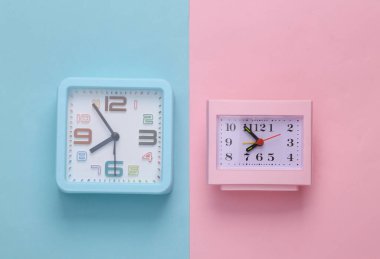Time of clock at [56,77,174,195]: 7:54
